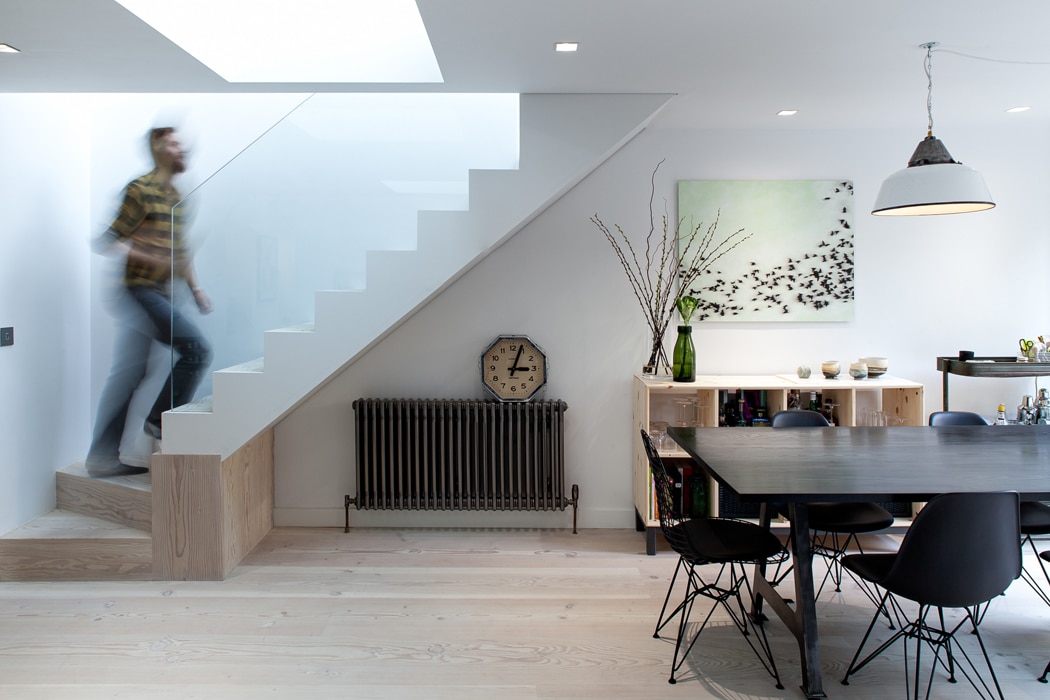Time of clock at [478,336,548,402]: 3:03
